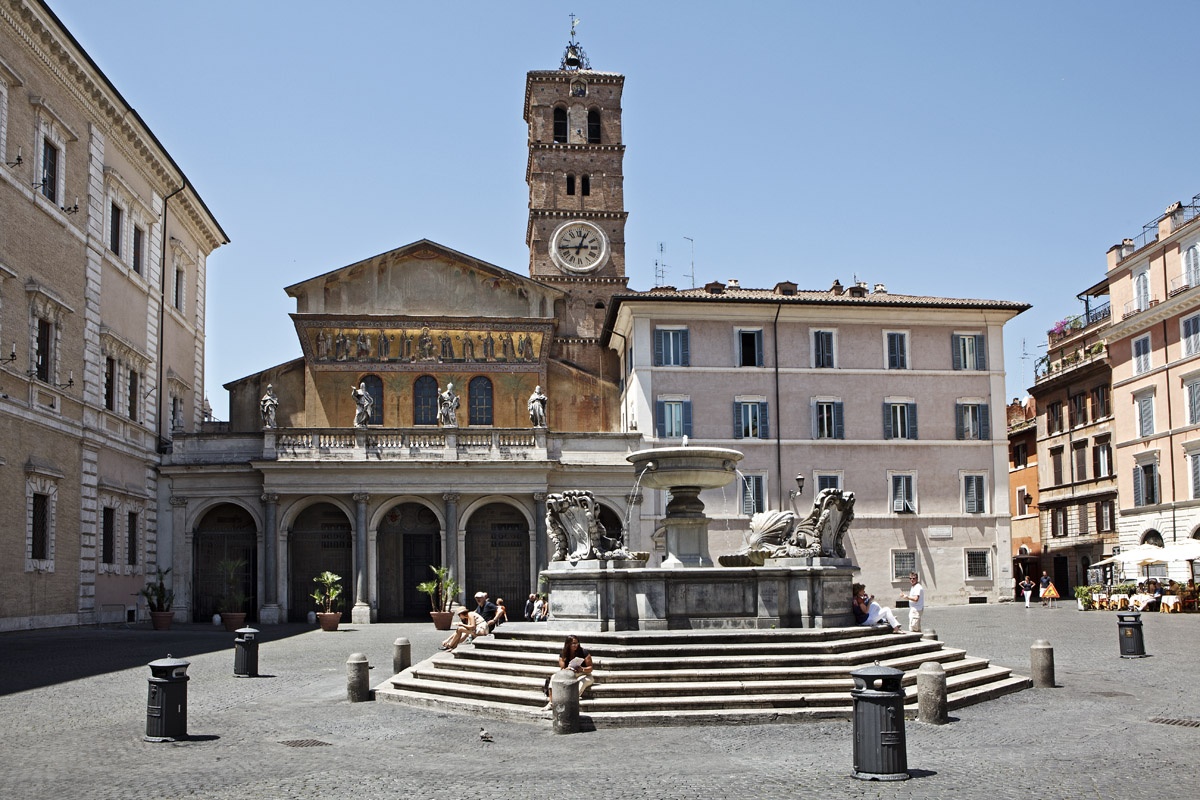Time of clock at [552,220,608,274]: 12:44
